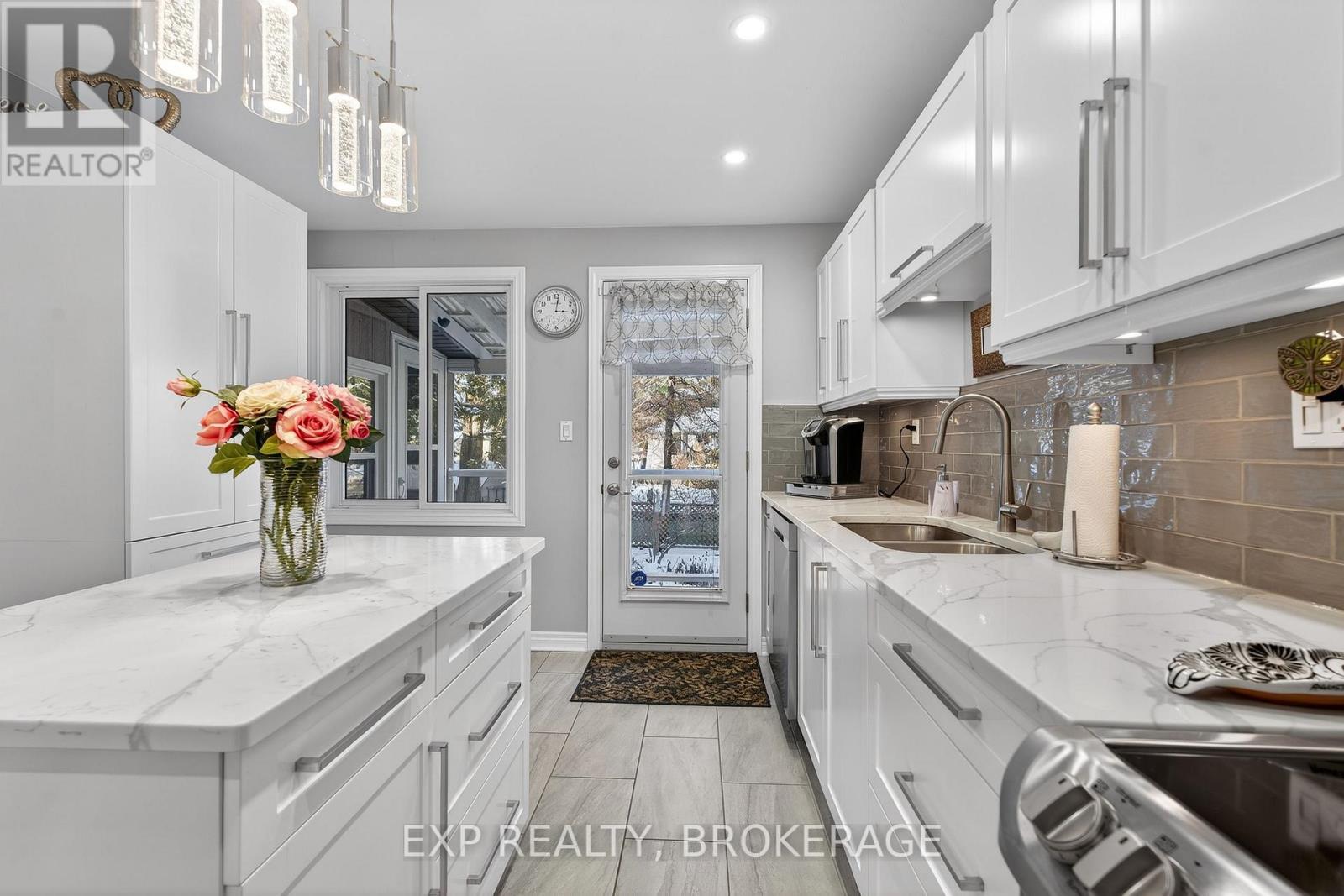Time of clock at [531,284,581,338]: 3:01
